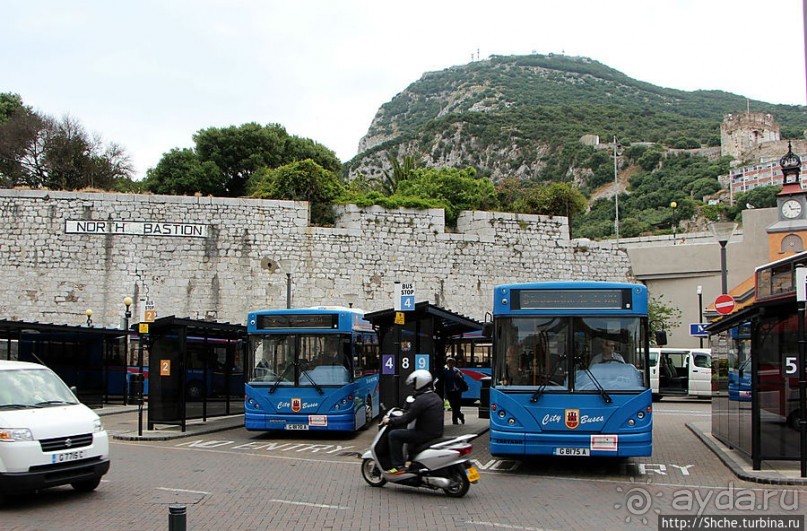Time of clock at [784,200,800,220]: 11:14
